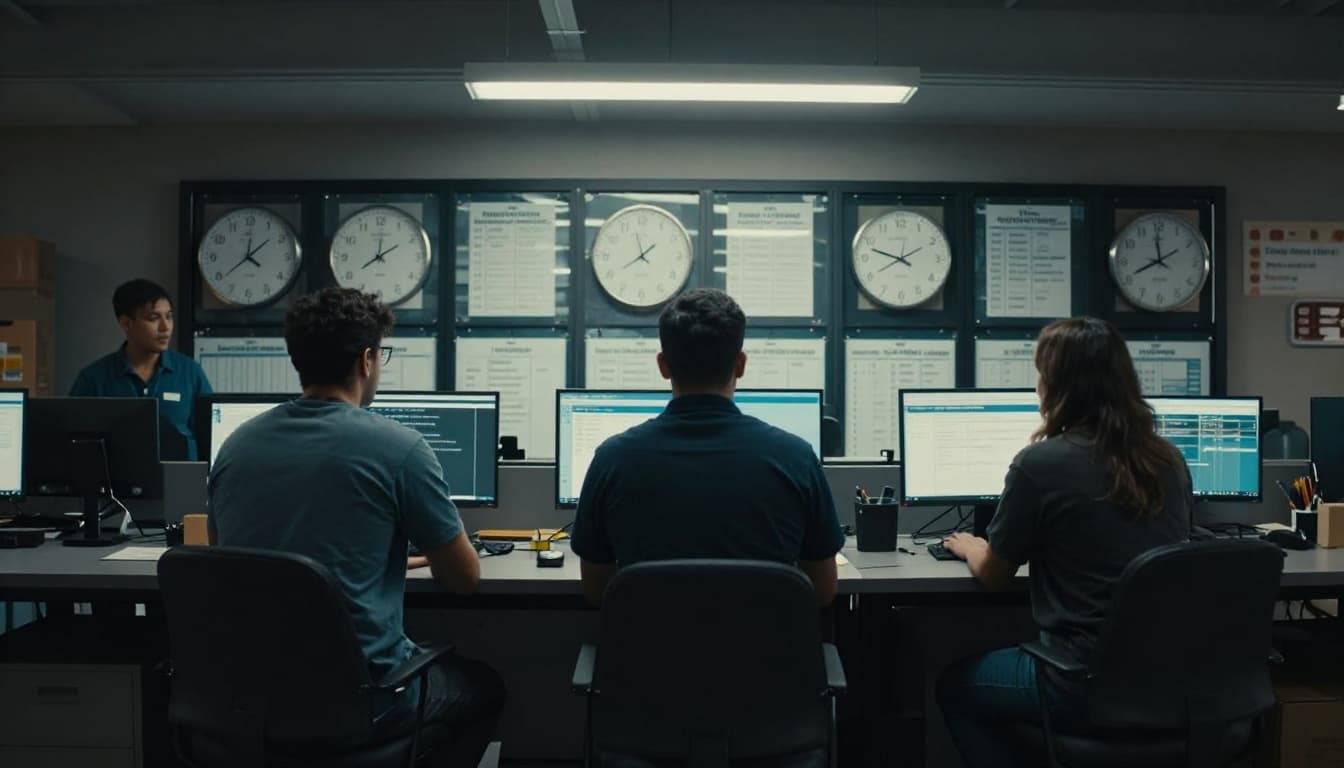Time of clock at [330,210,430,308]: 8:00
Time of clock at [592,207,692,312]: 1:39
